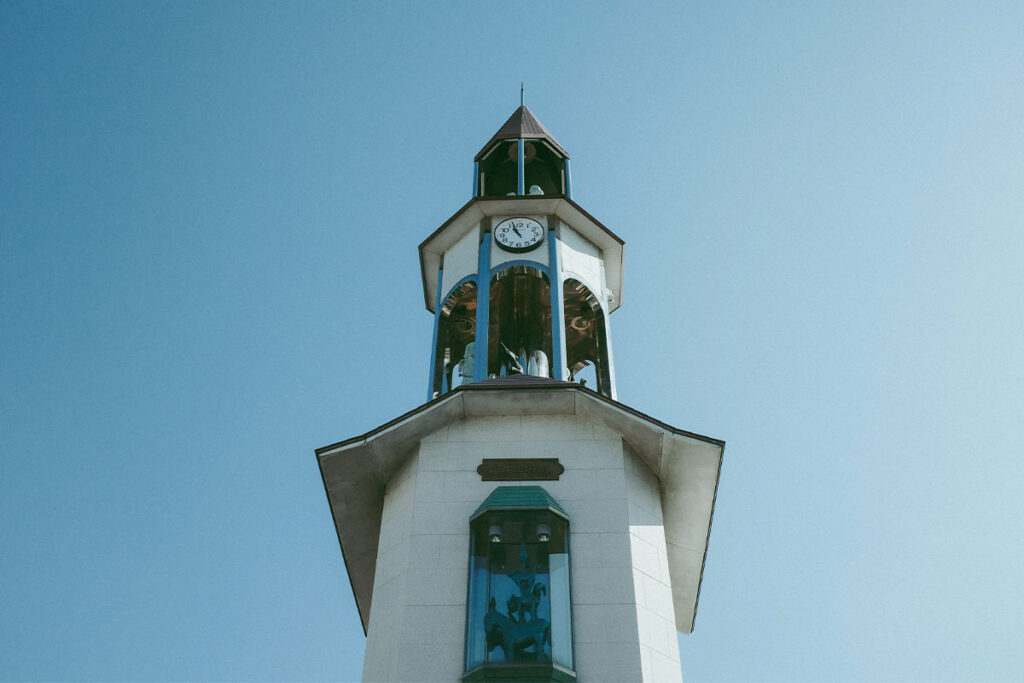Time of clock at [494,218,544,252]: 10:56
